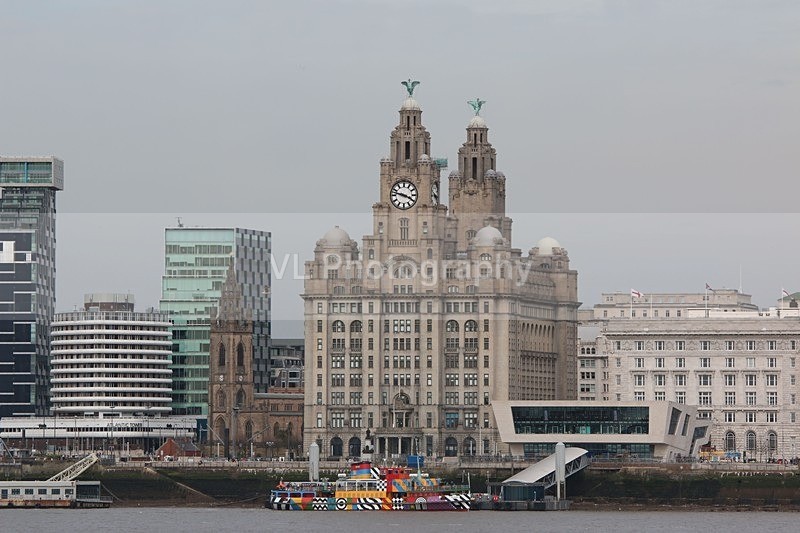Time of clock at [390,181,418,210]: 3:47
